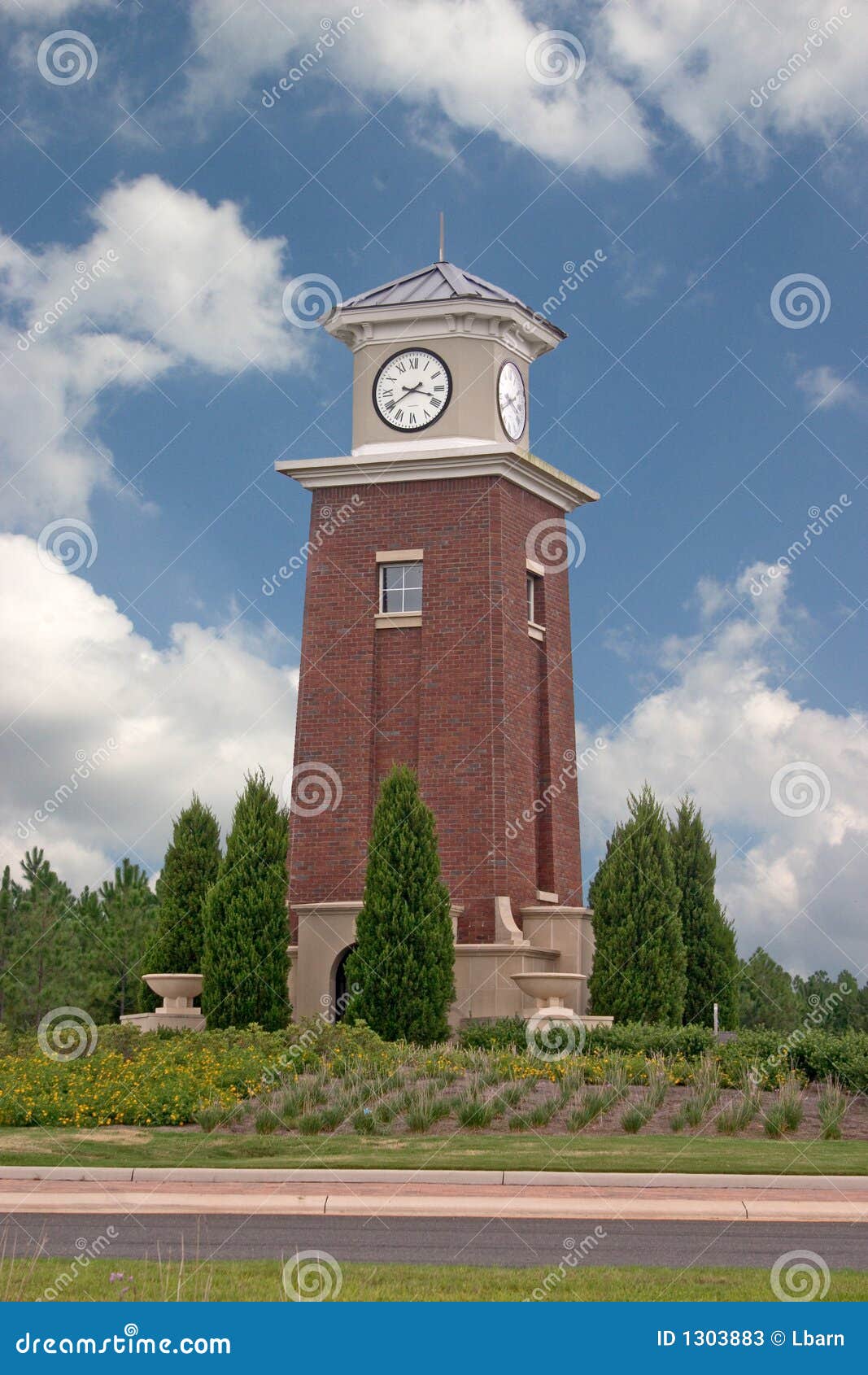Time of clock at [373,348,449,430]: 3:39
